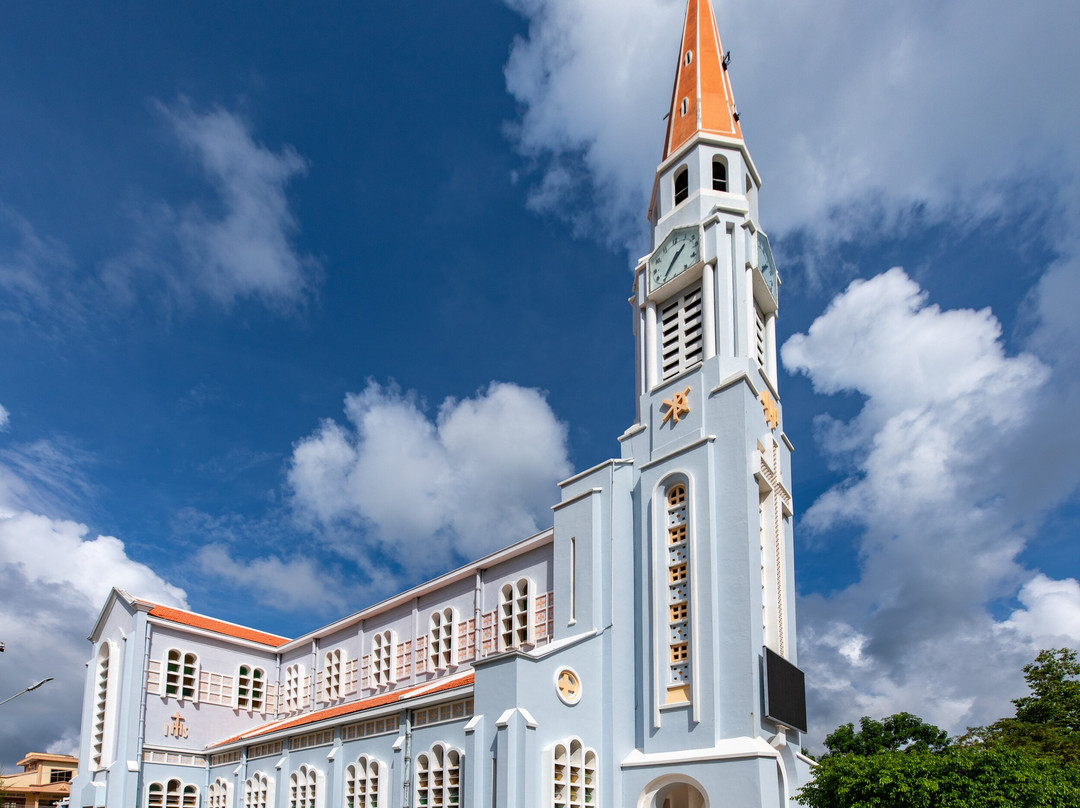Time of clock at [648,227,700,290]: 1:35
